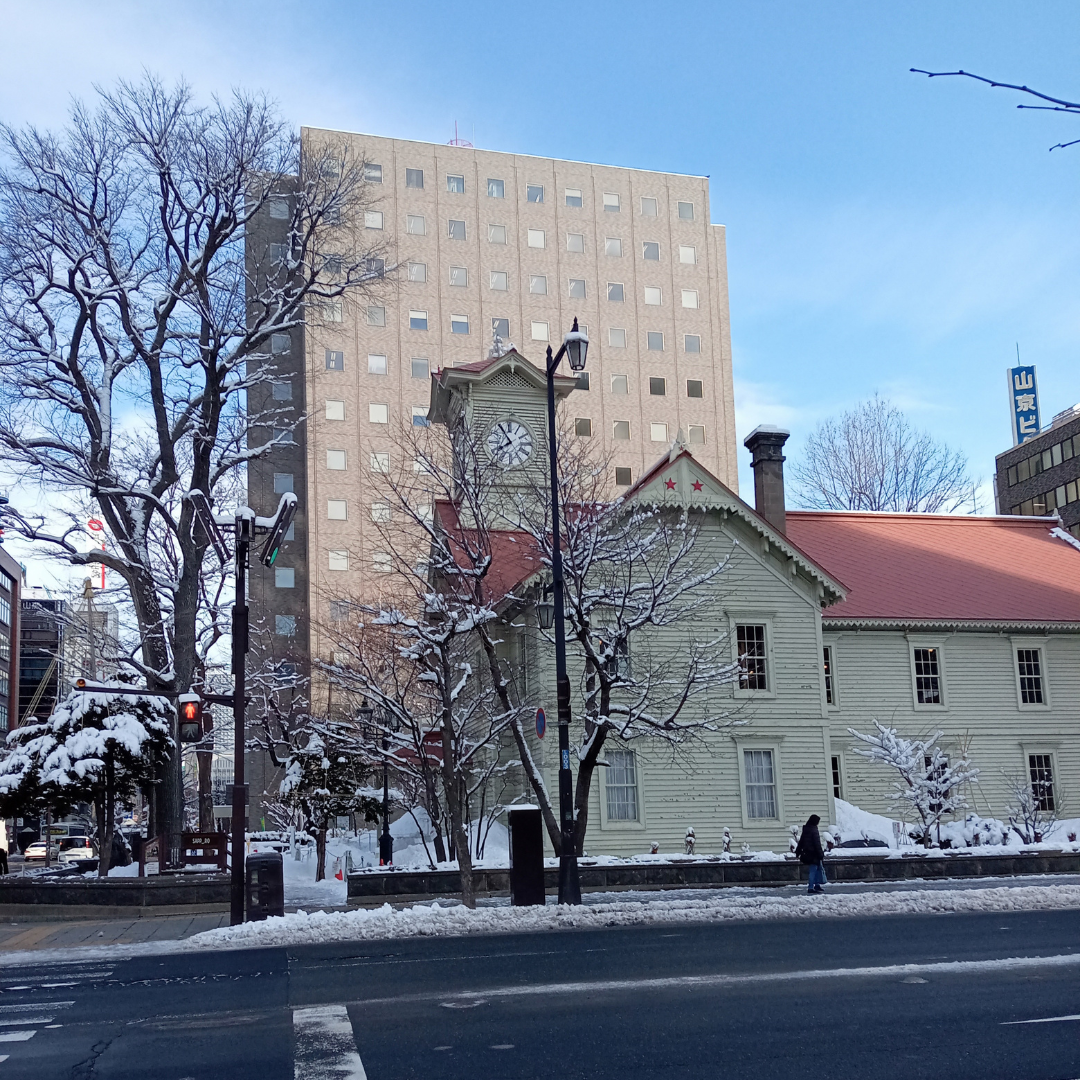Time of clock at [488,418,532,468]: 7:54
